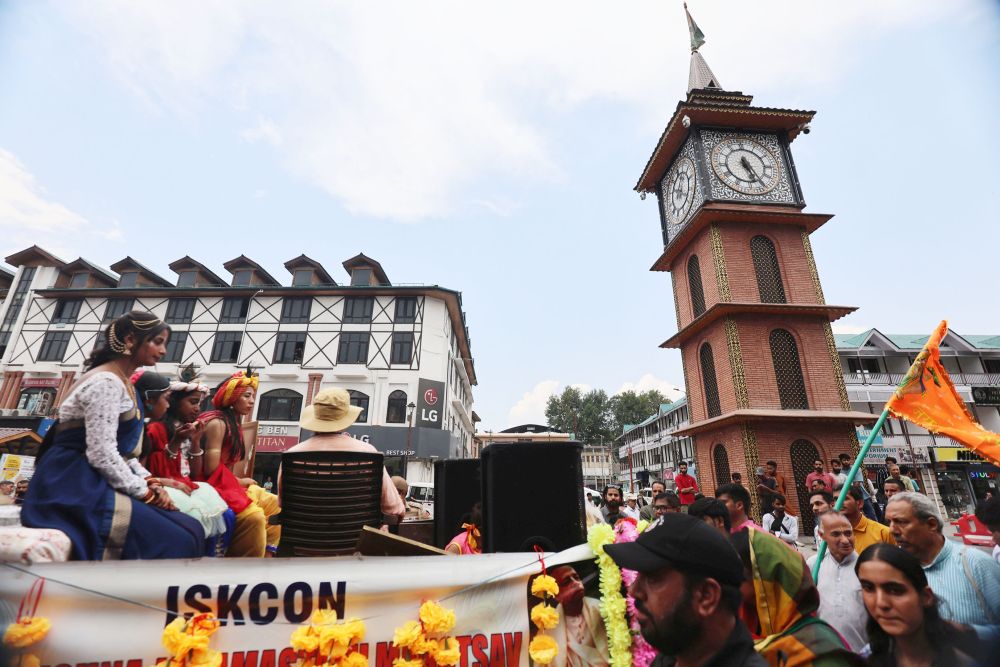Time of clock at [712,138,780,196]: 5:26
